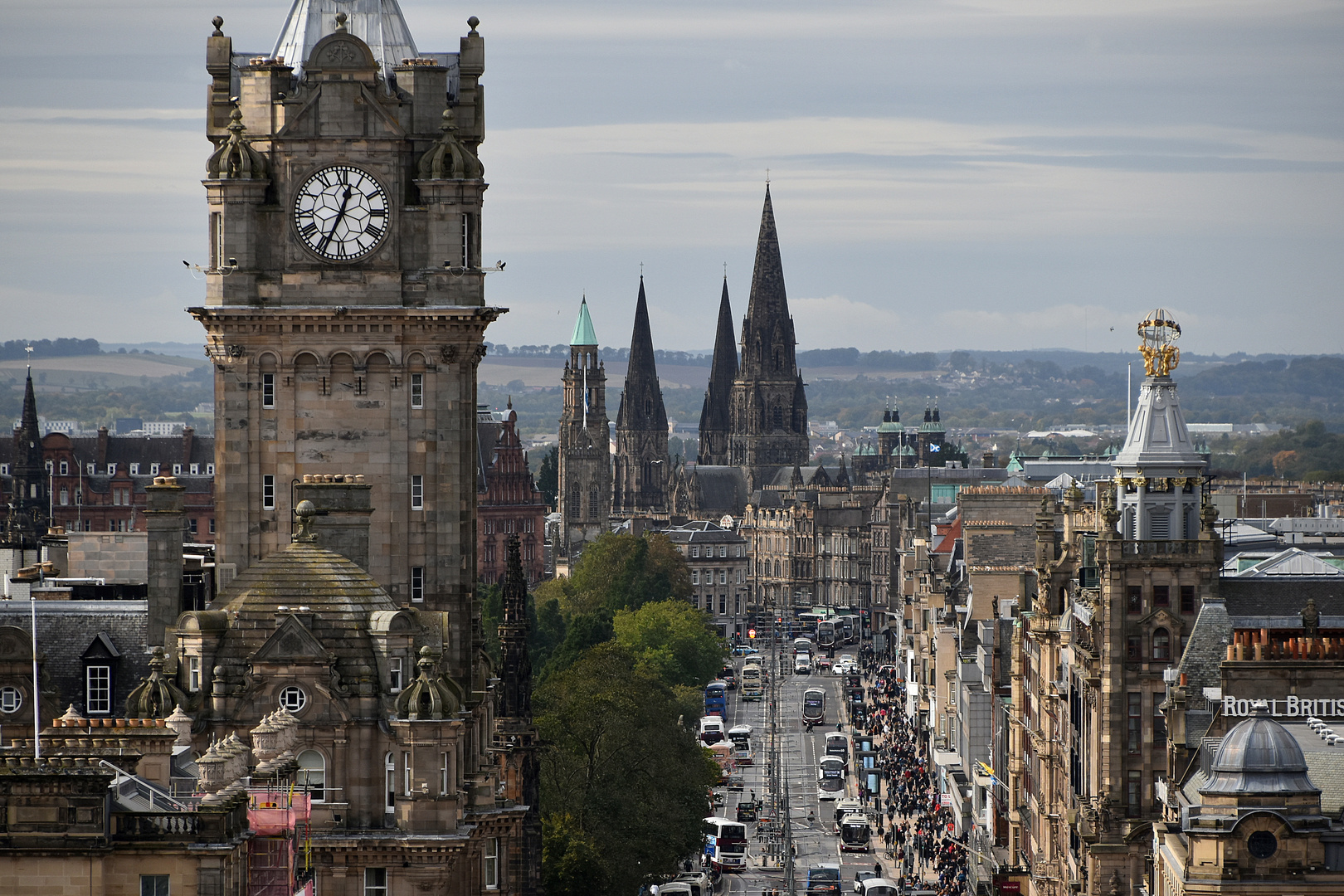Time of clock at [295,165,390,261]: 12:34
